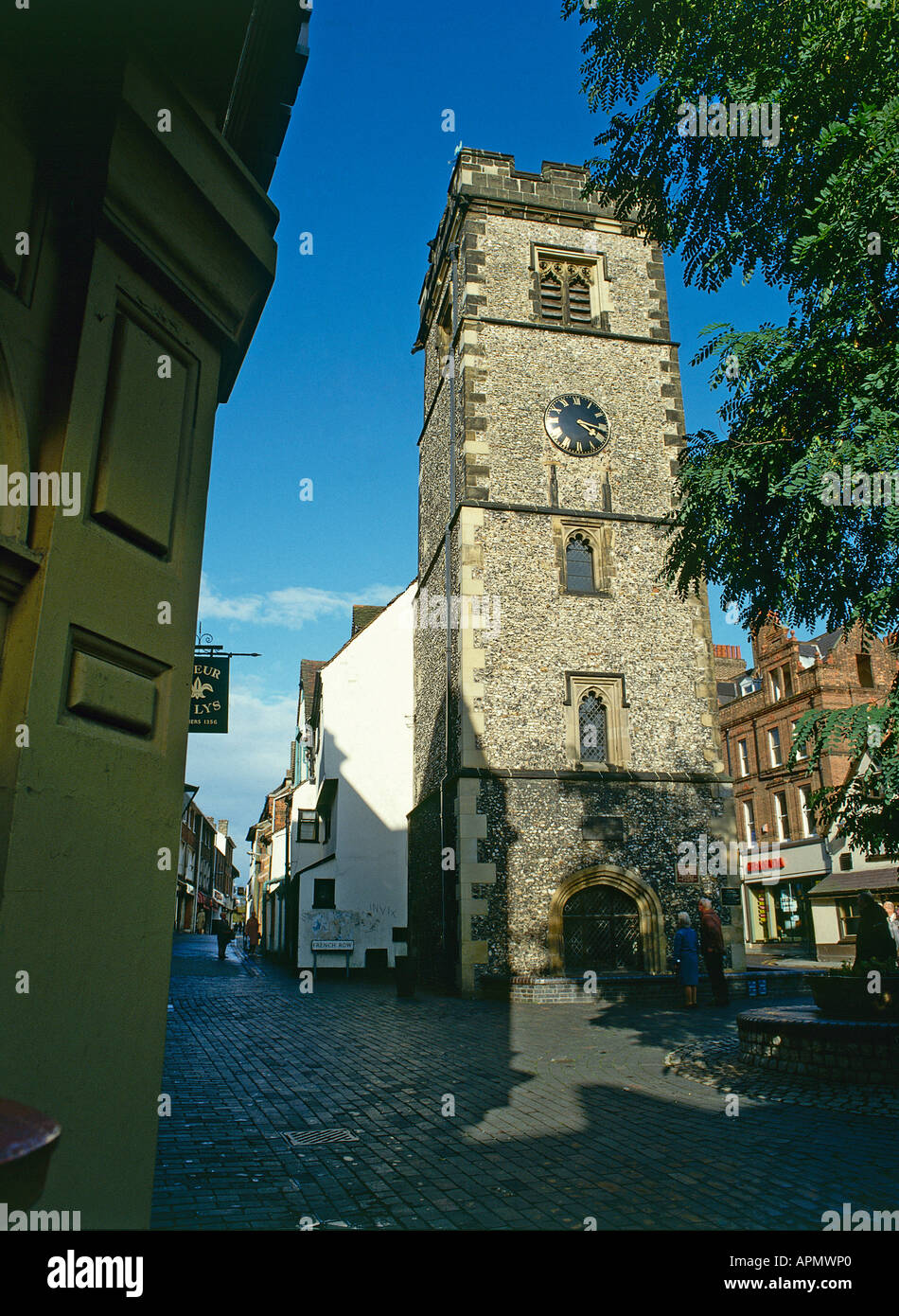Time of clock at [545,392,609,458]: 4:17
